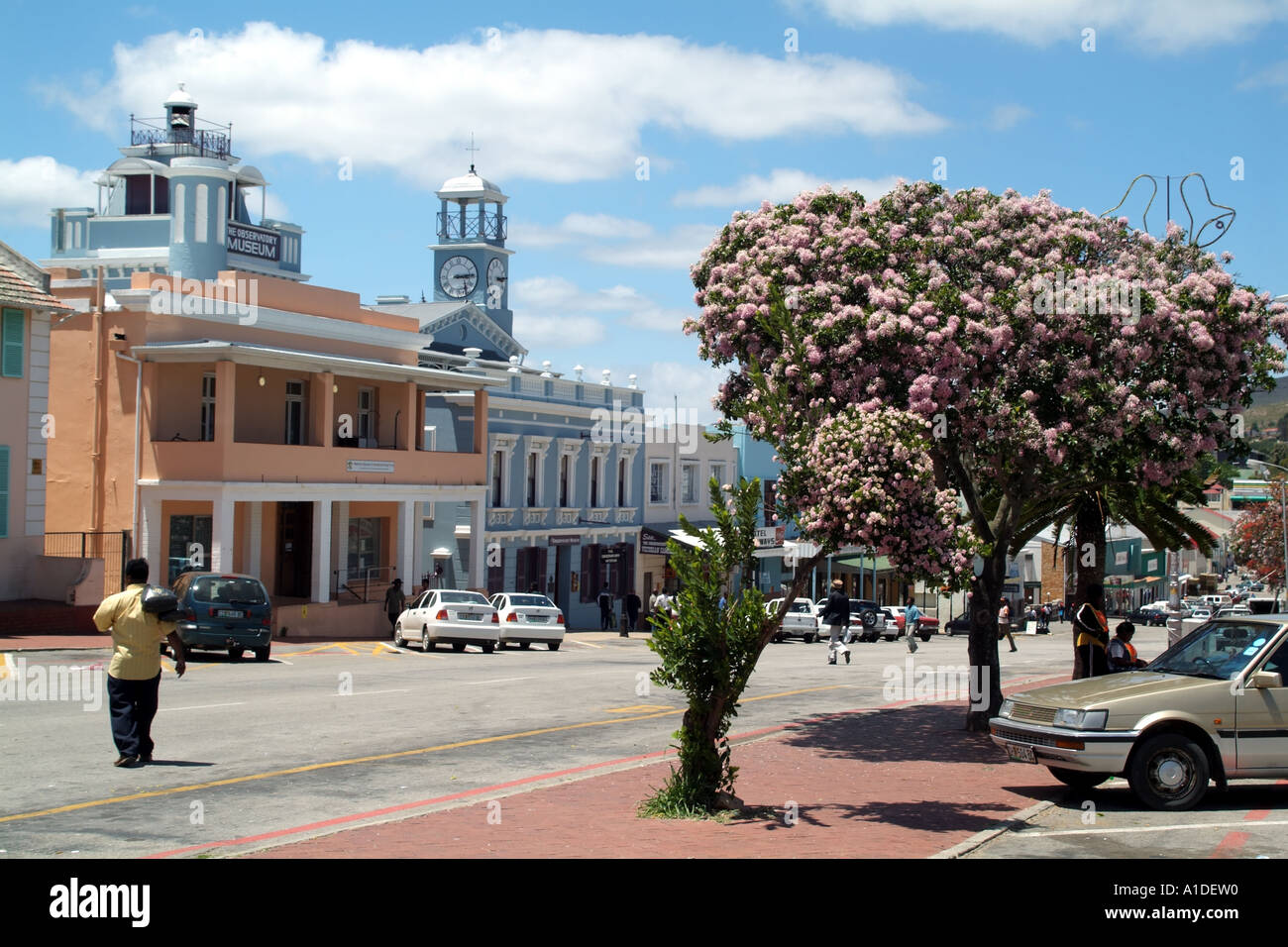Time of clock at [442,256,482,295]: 3:14
